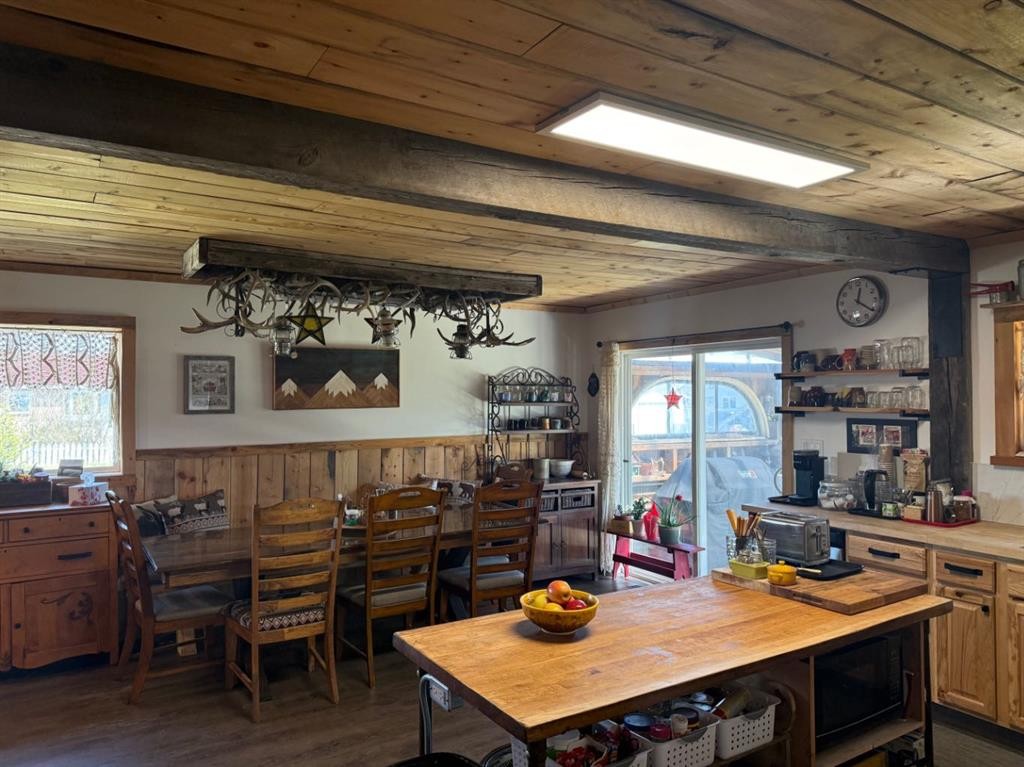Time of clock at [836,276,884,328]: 12:20
